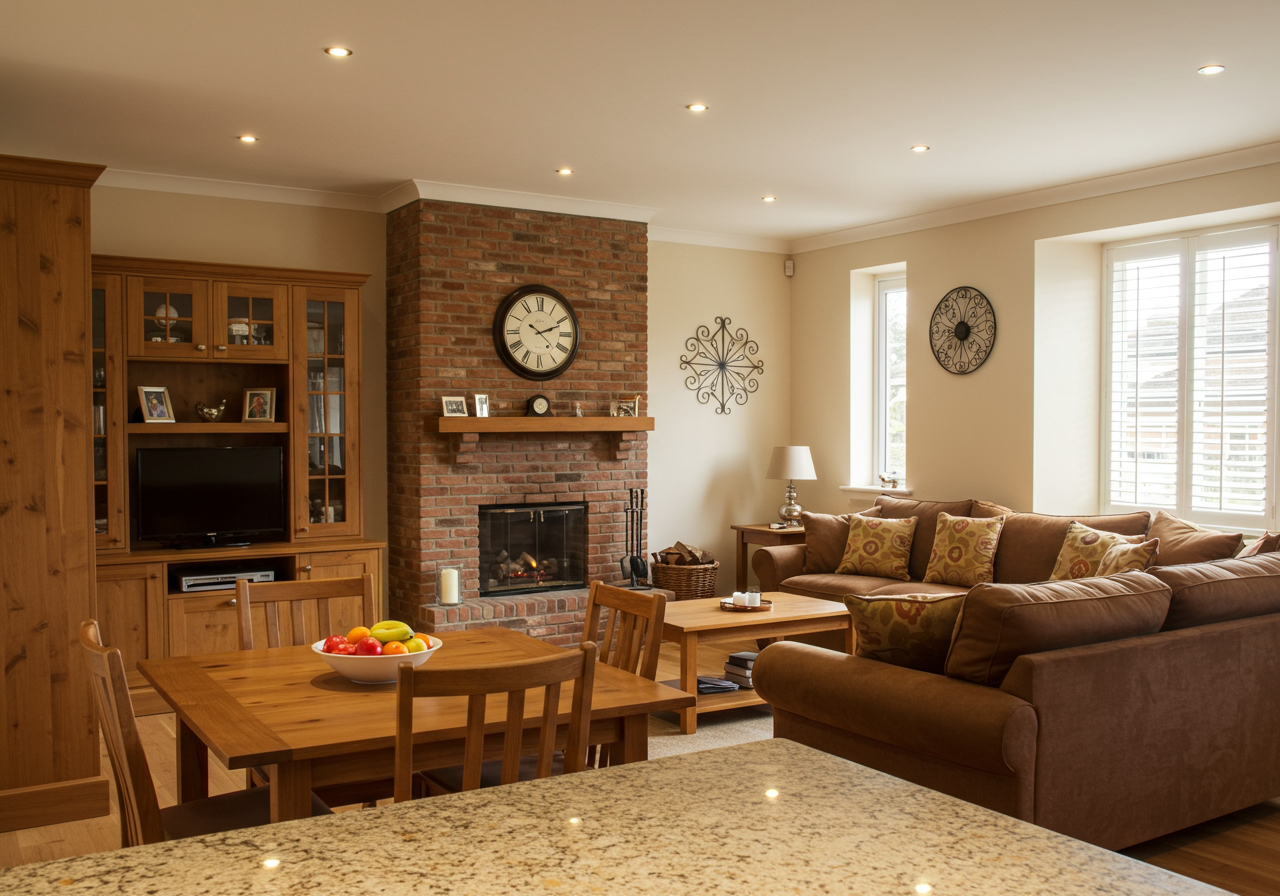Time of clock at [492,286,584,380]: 2:21
